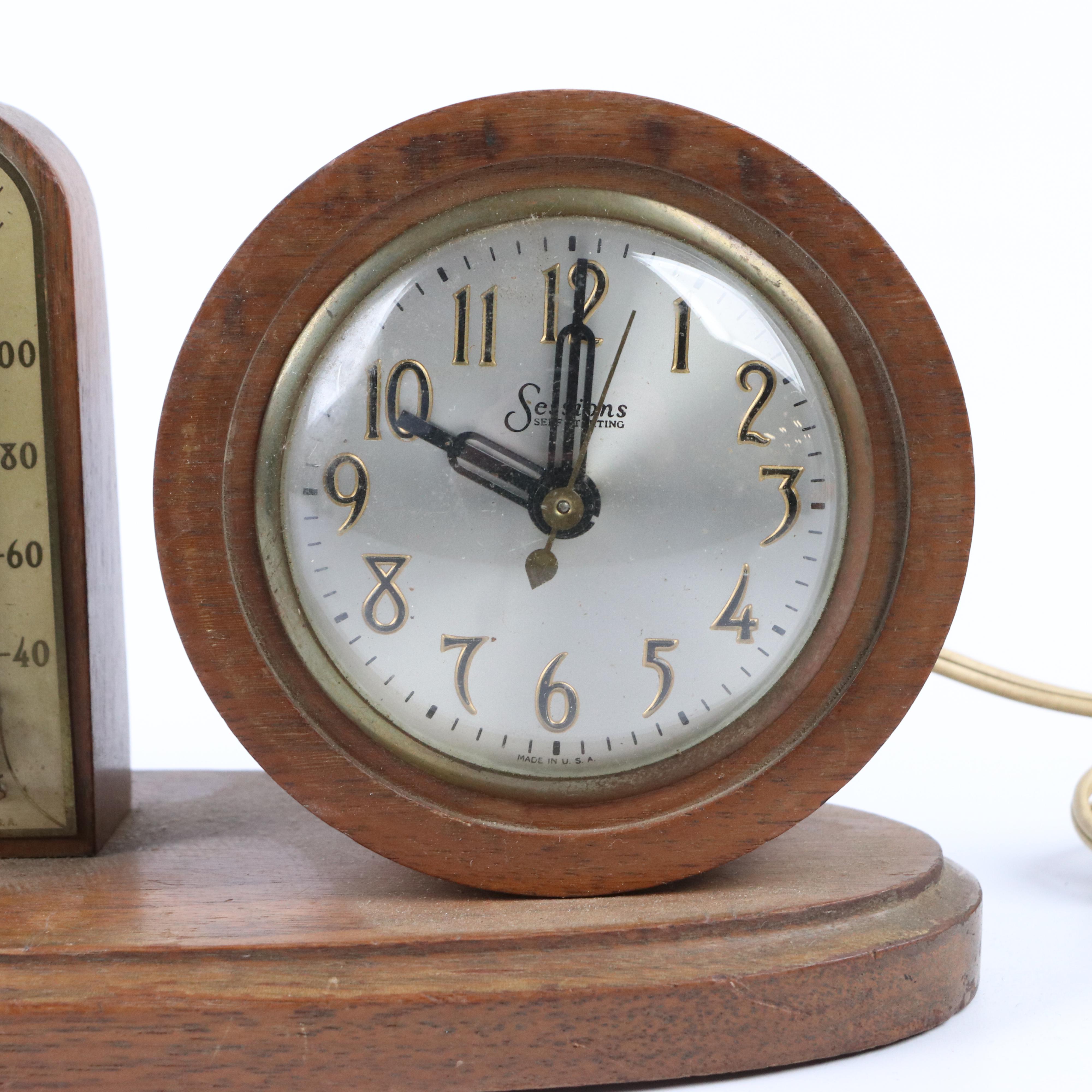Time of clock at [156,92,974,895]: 10:00
